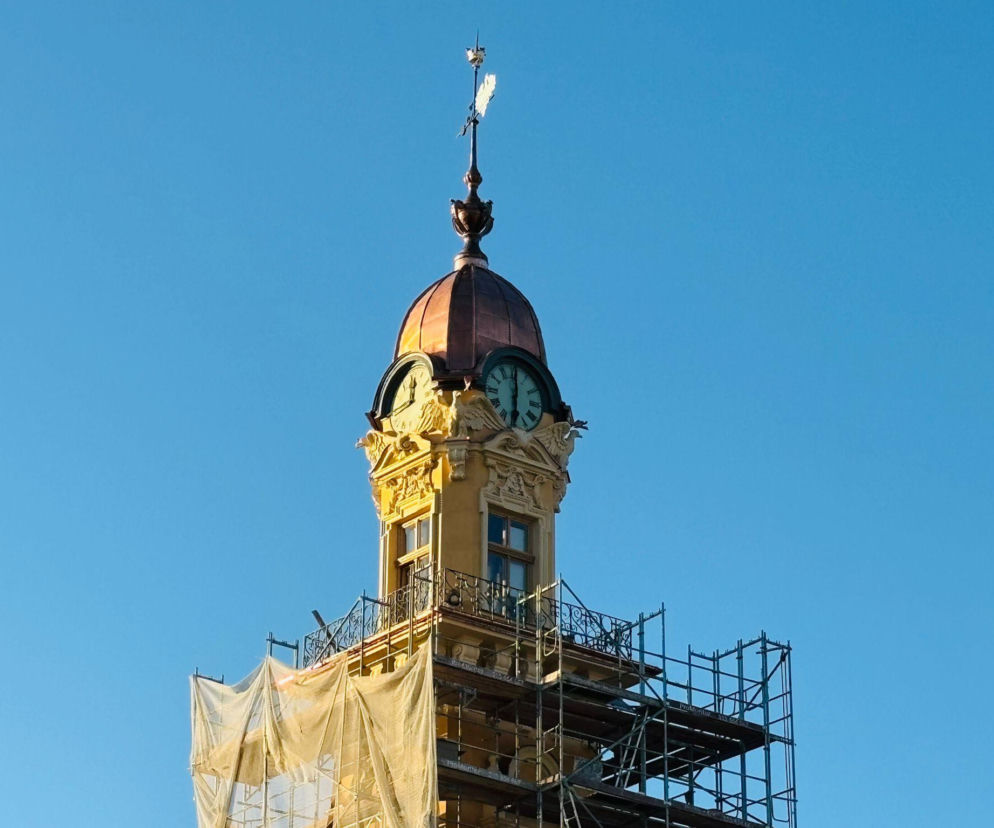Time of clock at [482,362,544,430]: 6:00
